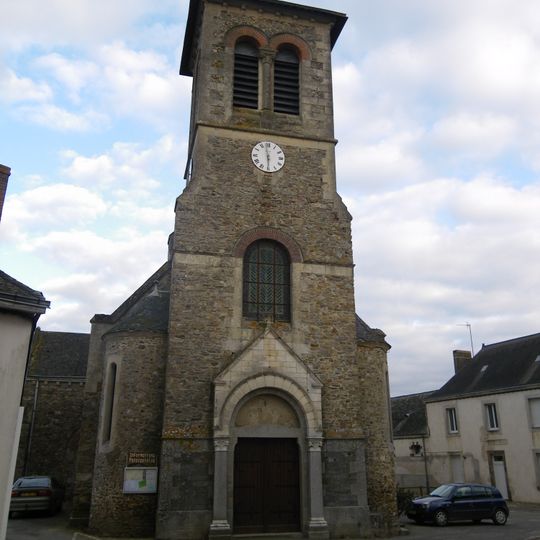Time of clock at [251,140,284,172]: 5:58
